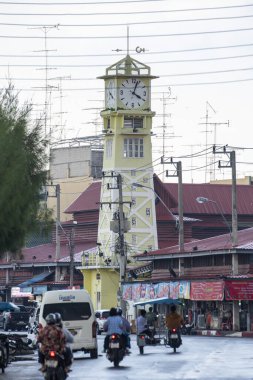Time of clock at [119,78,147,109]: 4:03
